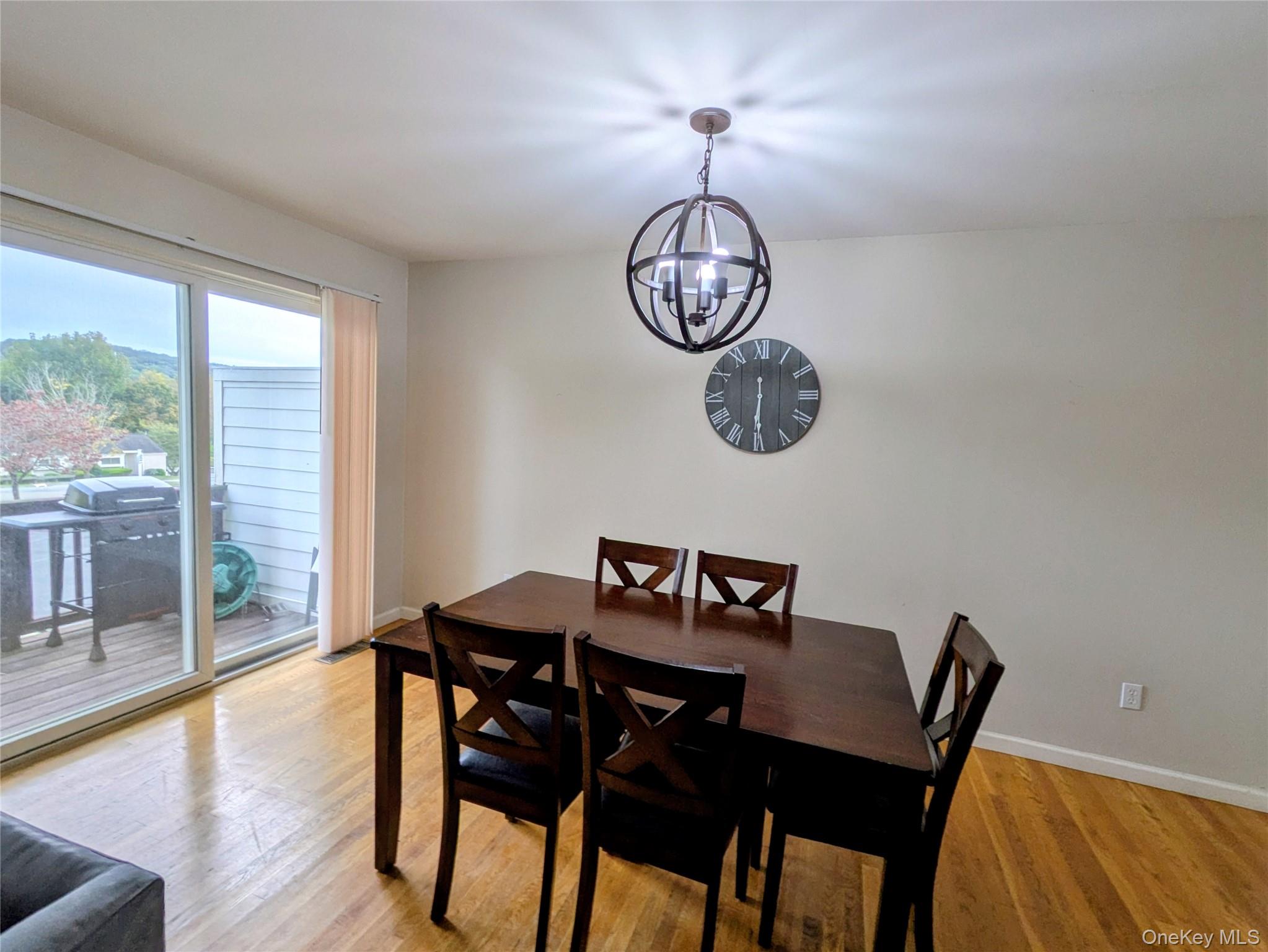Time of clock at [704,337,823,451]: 6:30
